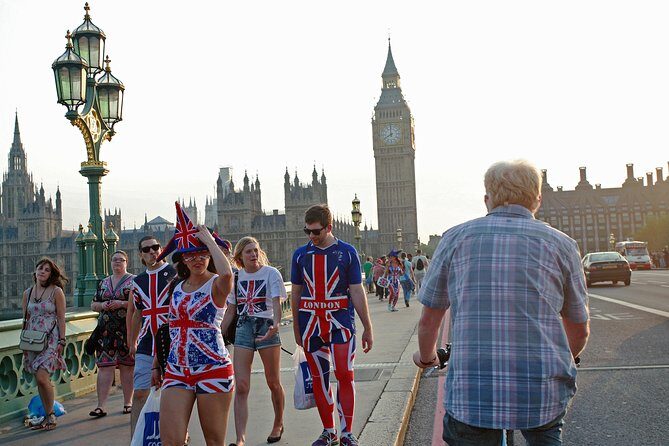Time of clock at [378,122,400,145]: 7:59
